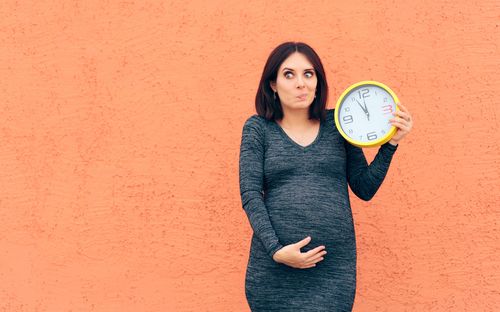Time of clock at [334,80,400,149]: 11:55
